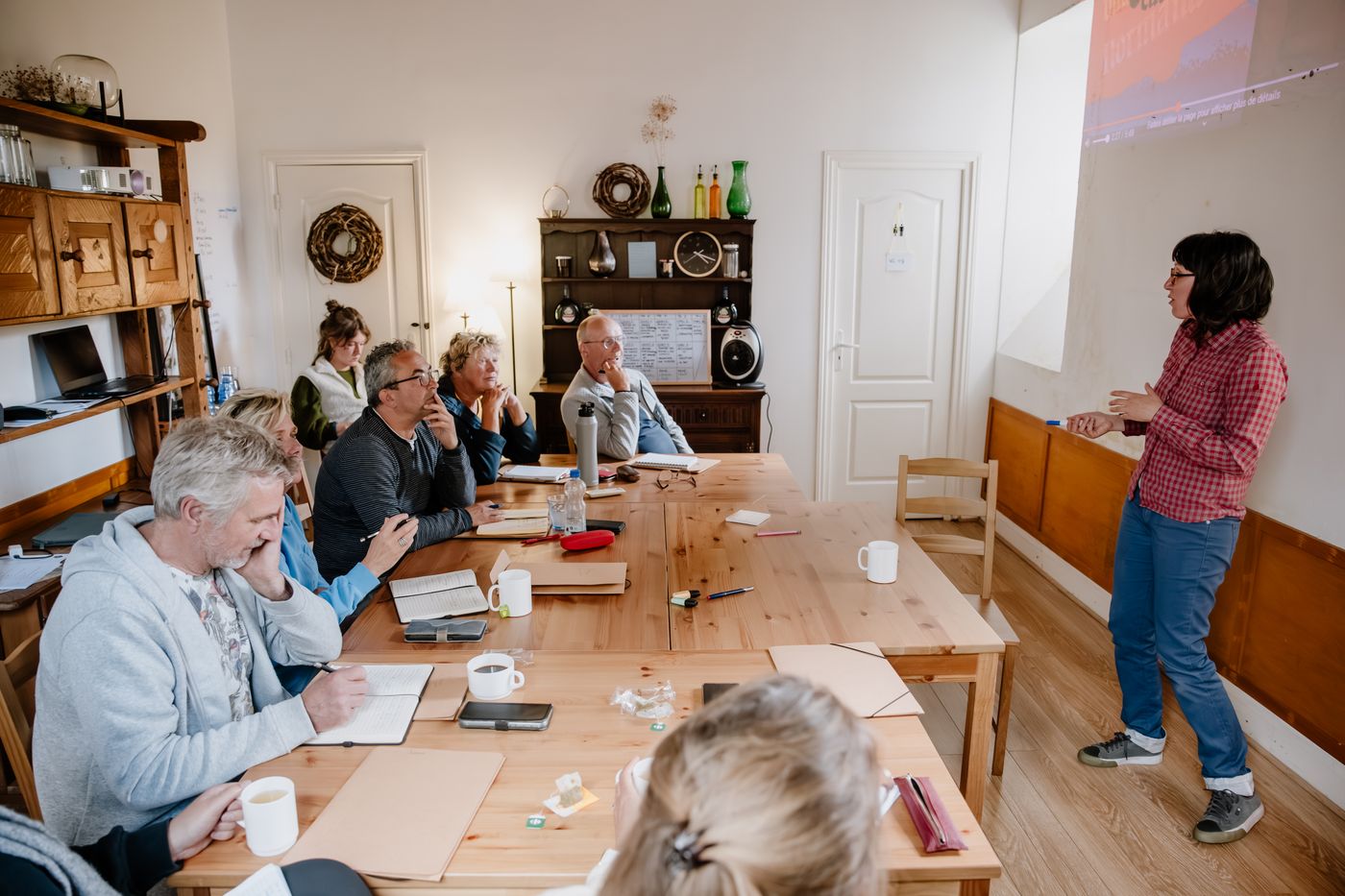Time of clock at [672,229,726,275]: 4:18
